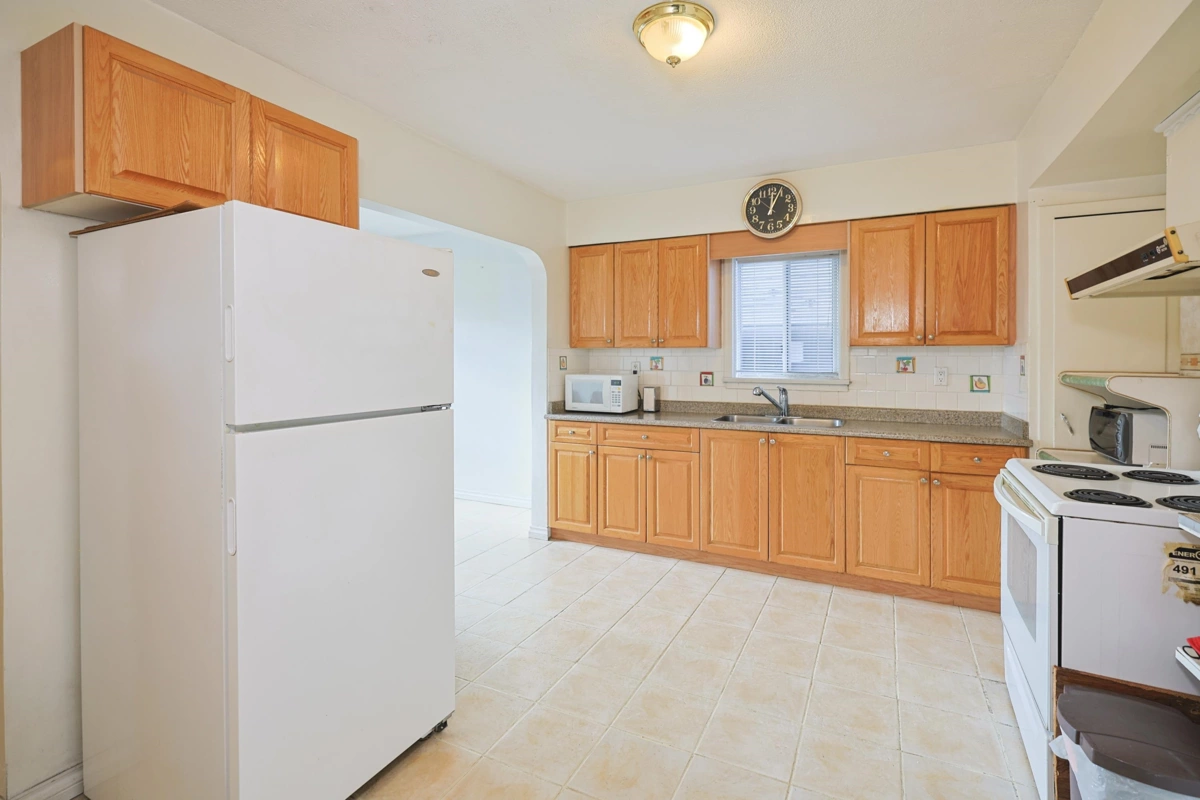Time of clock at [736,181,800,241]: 12:04
